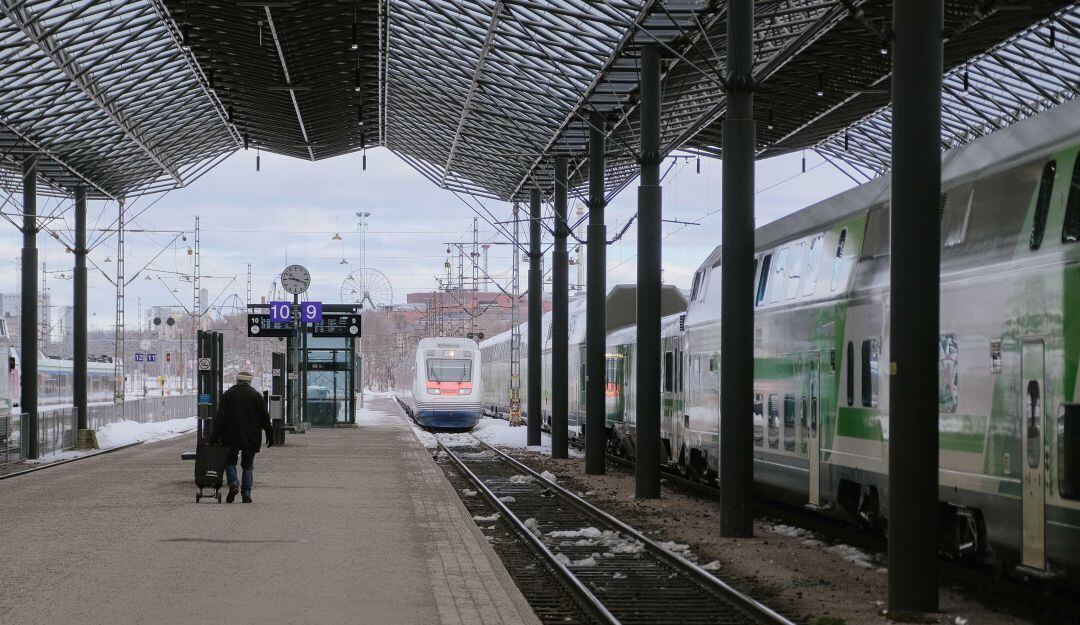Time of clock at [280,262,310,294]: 9:18
